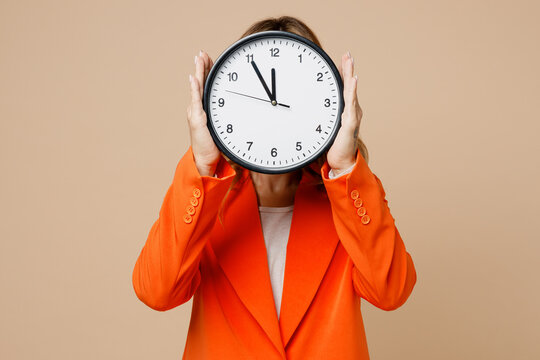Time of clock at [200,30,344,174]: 11:54
